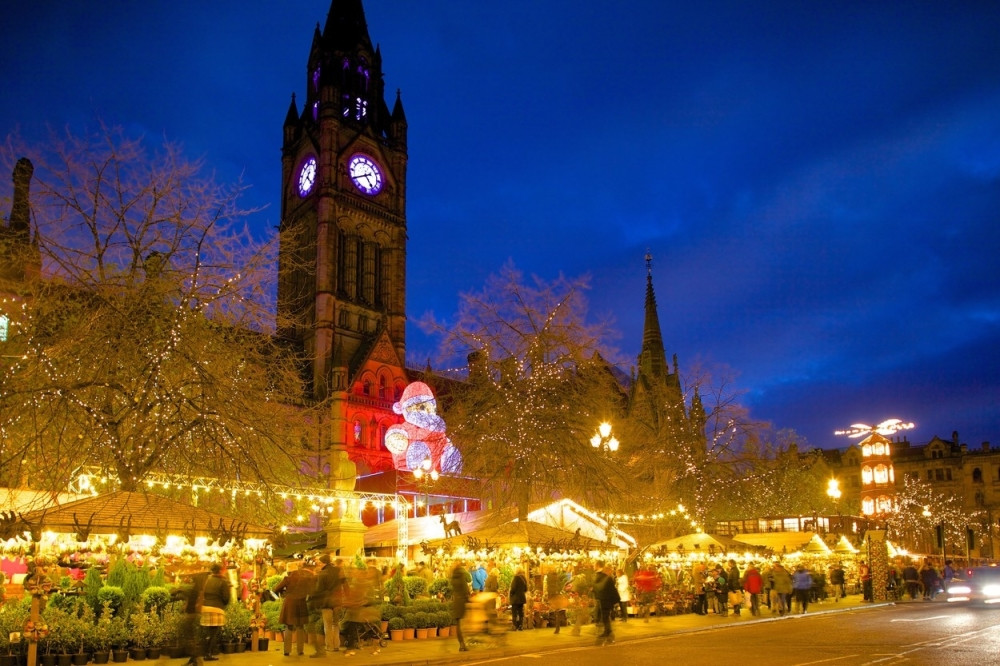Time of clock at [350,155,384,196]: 4:40
